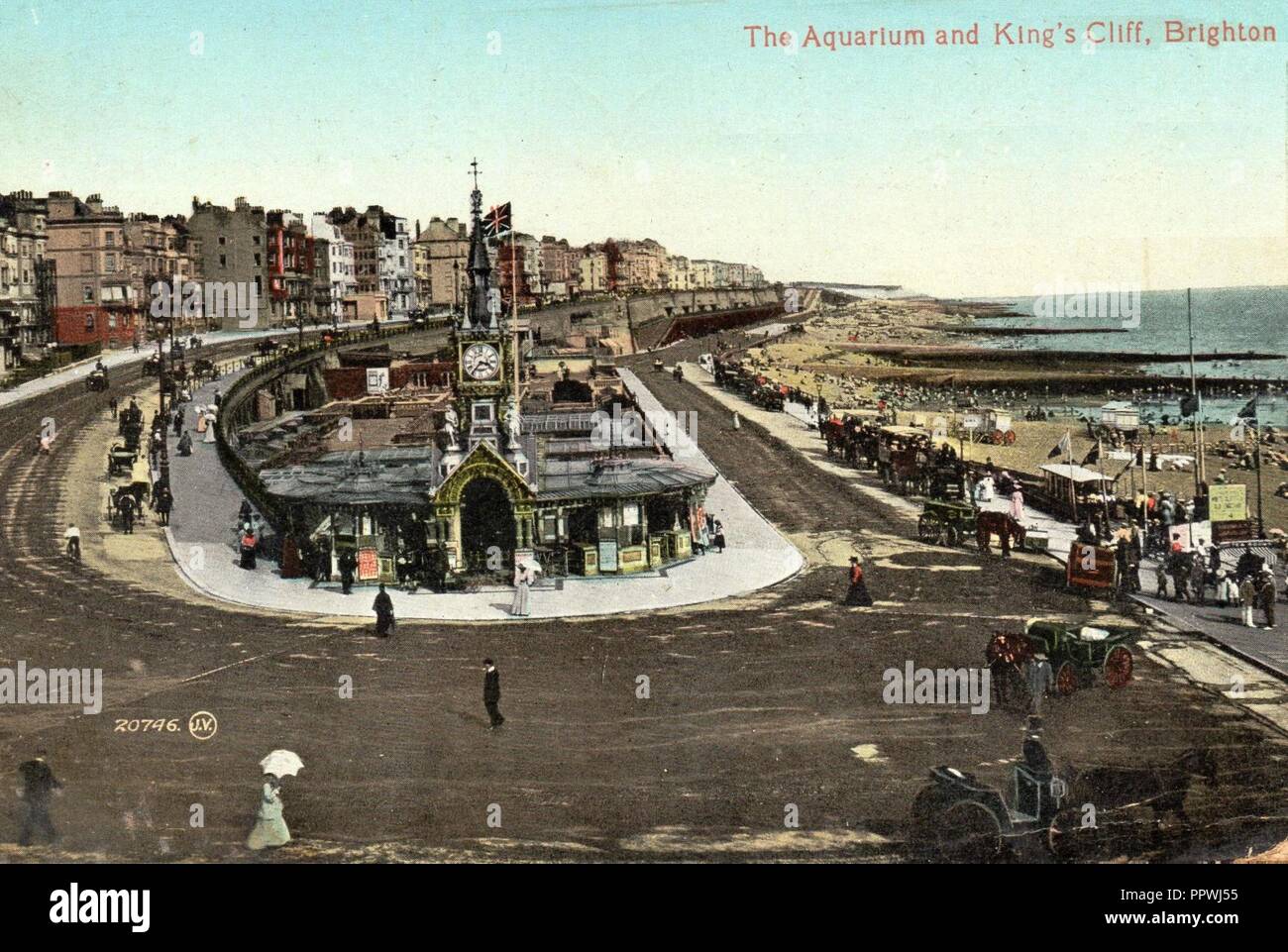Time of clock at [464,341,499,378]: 3:36
